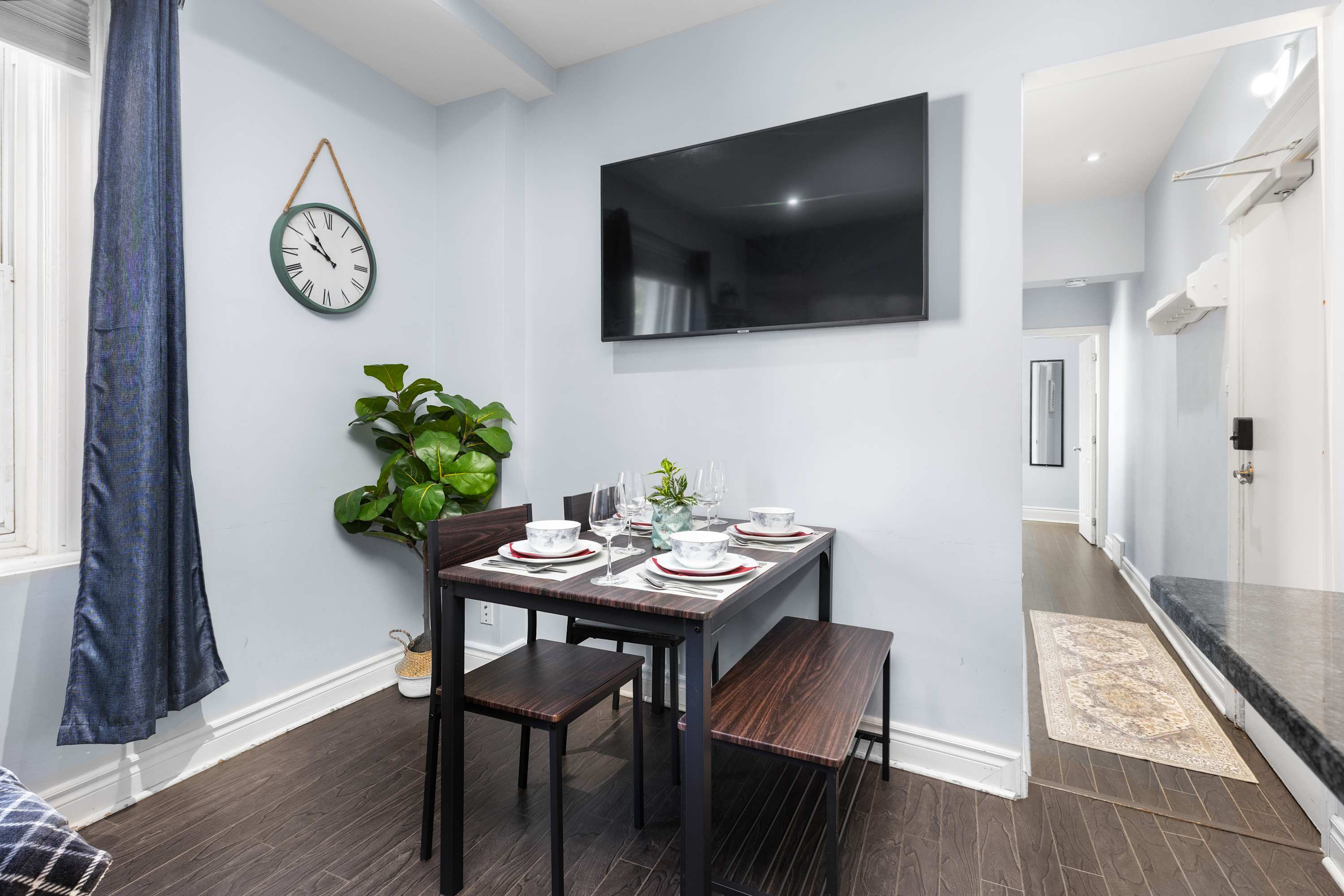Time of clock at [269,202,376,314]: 9:53
